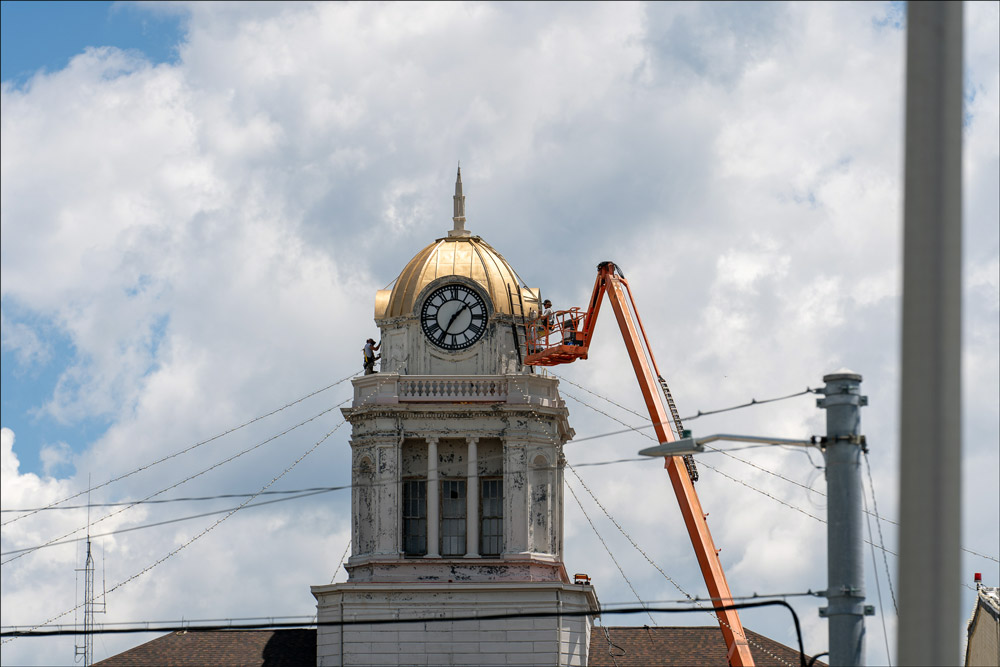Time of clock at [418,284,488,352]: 1:34
